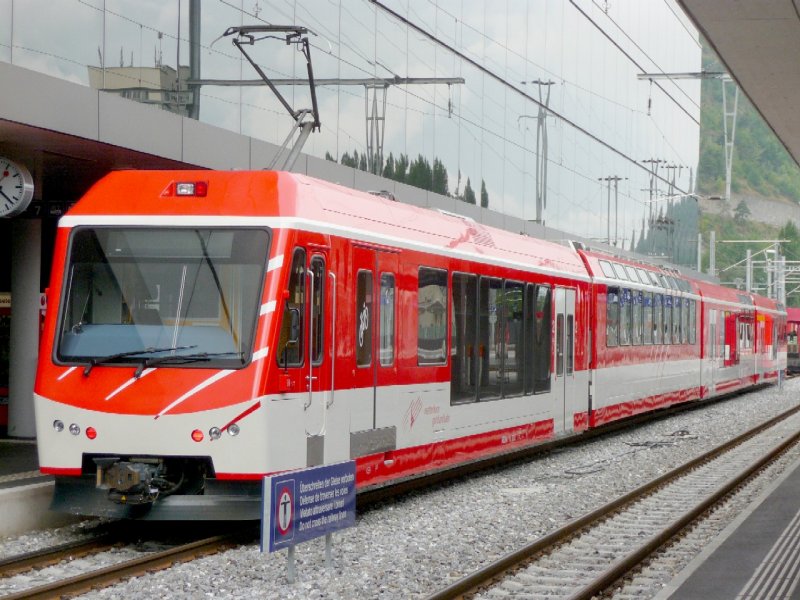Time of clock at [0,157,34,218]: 1:22
